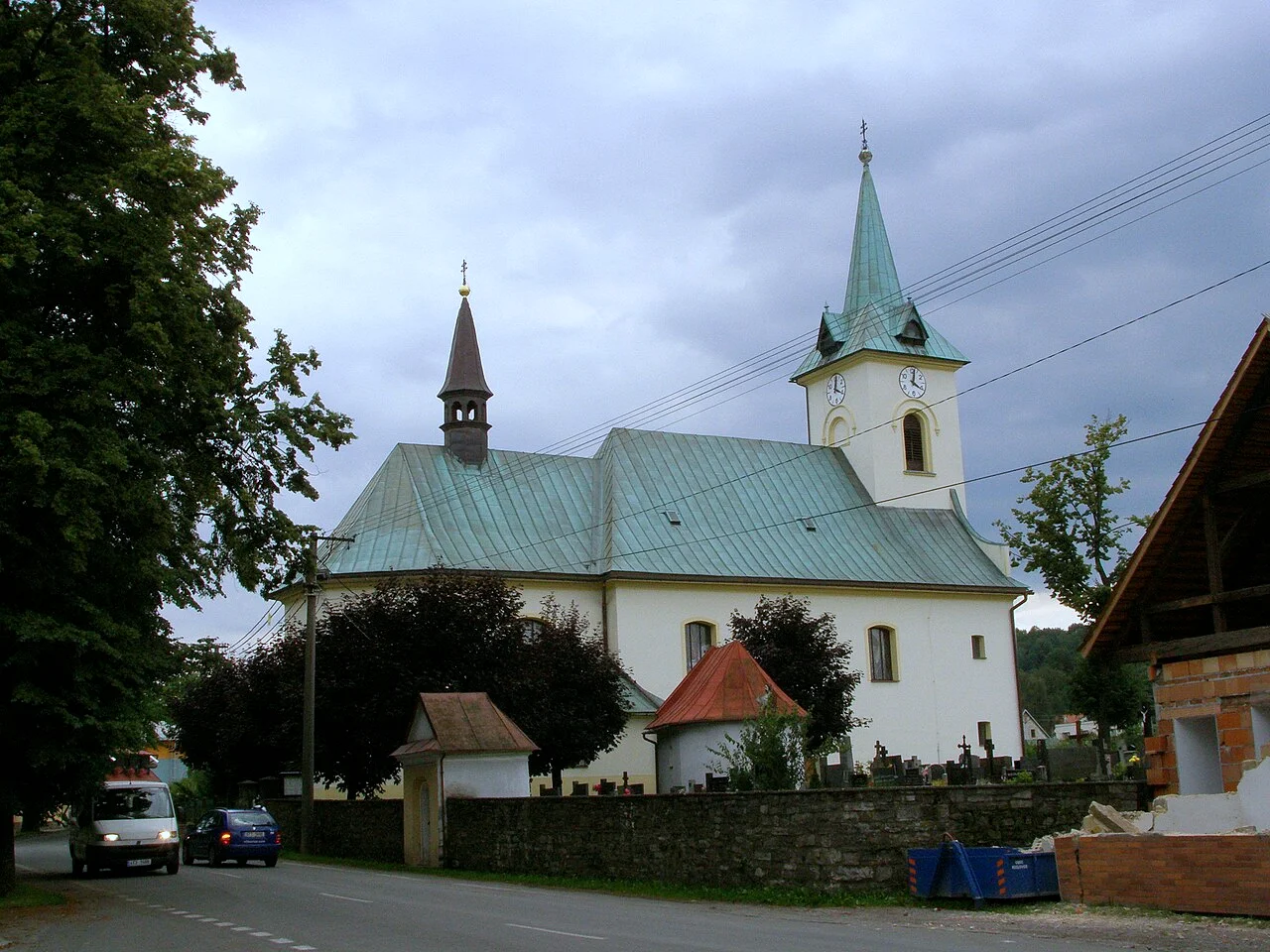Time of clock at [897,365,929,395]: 4:02
